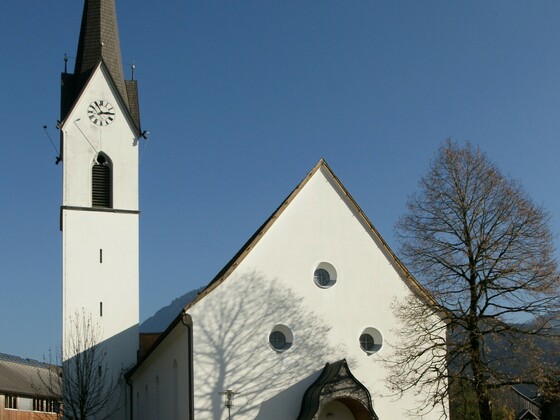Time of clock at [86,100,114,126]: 2:55
